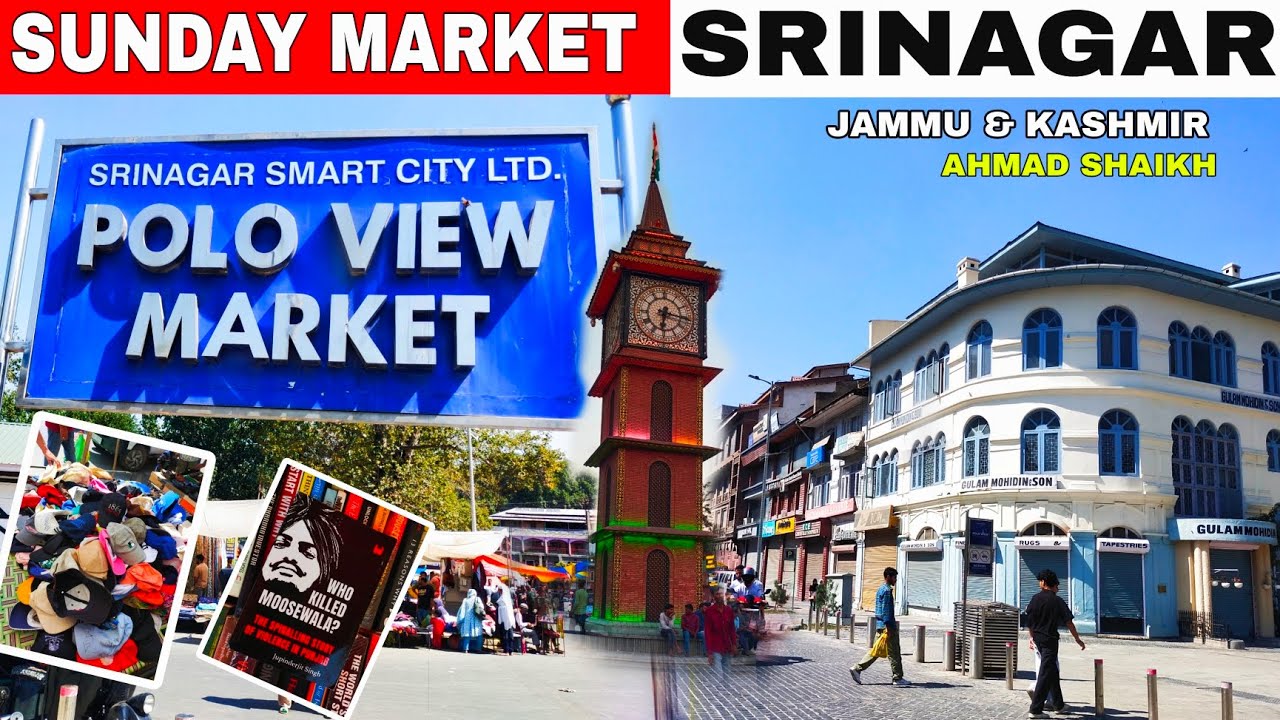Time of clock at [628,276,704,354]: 6:16
